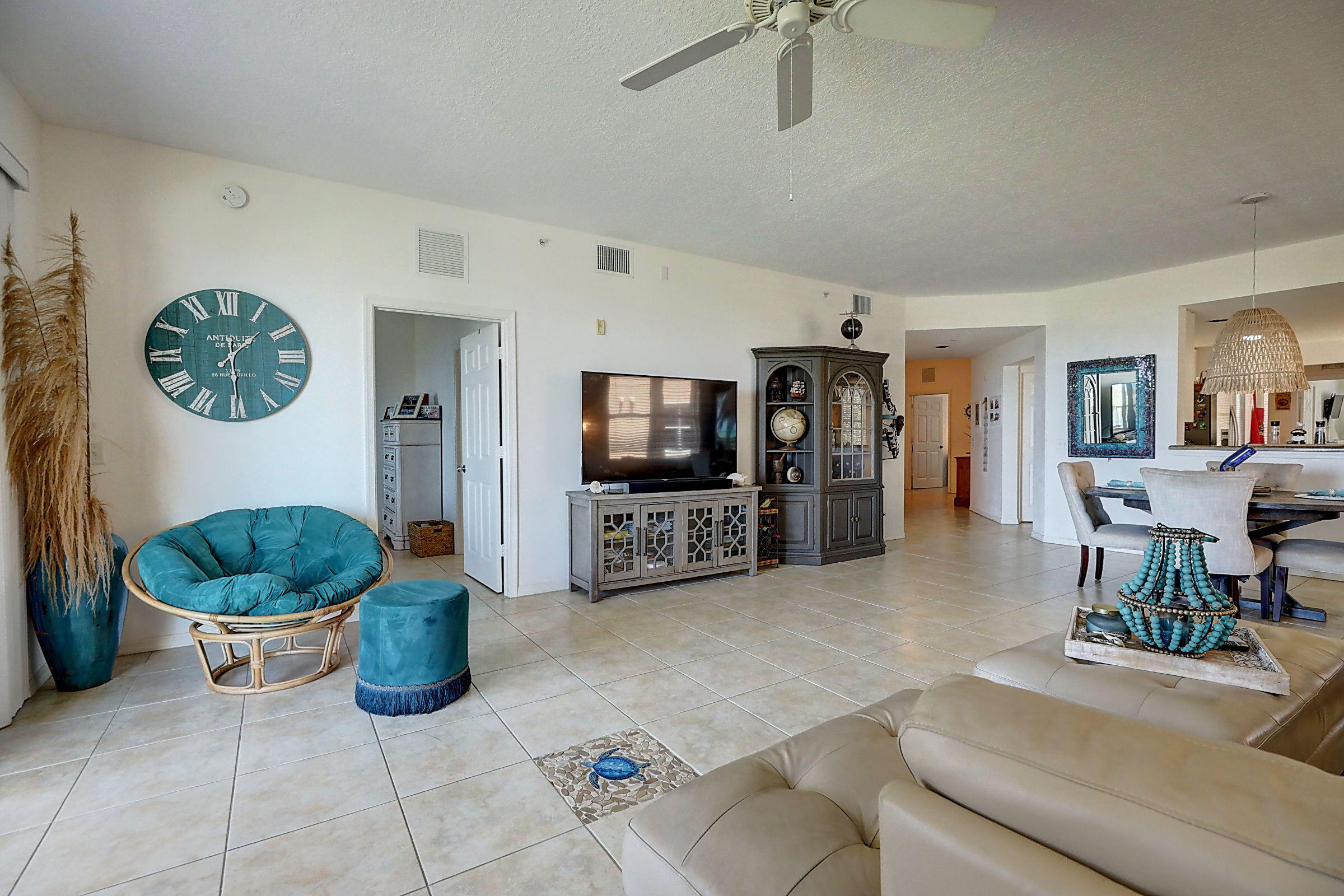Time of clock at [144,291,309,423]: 1:29
